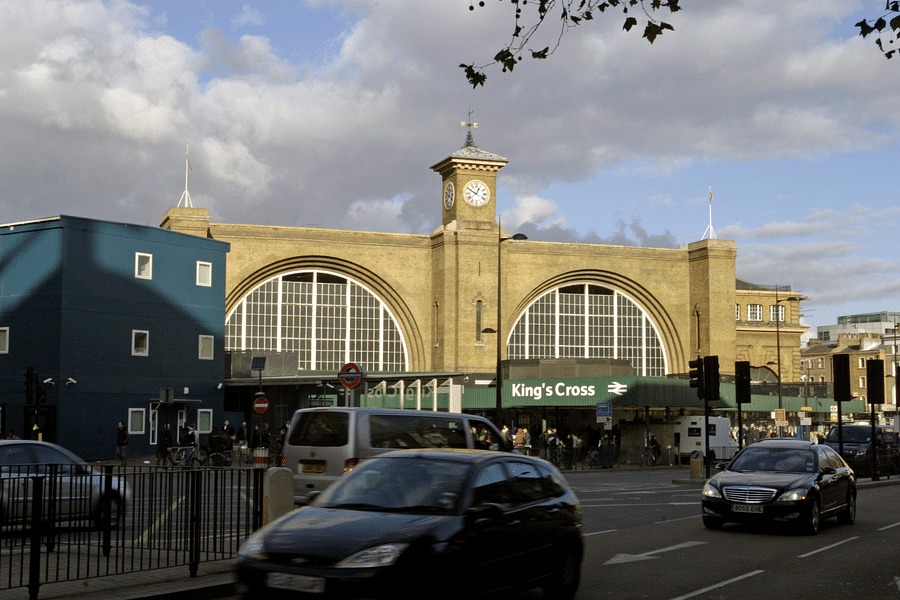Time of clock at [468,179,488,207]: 12:49
